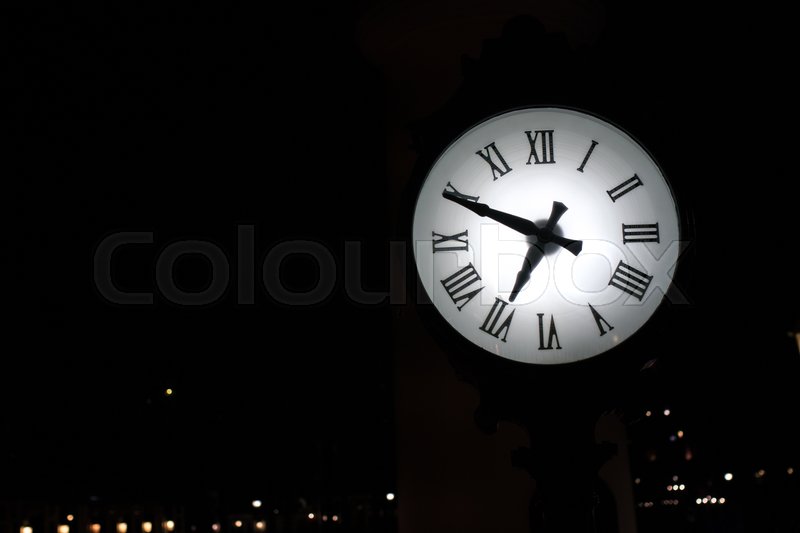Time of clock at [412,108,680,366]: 6:49
